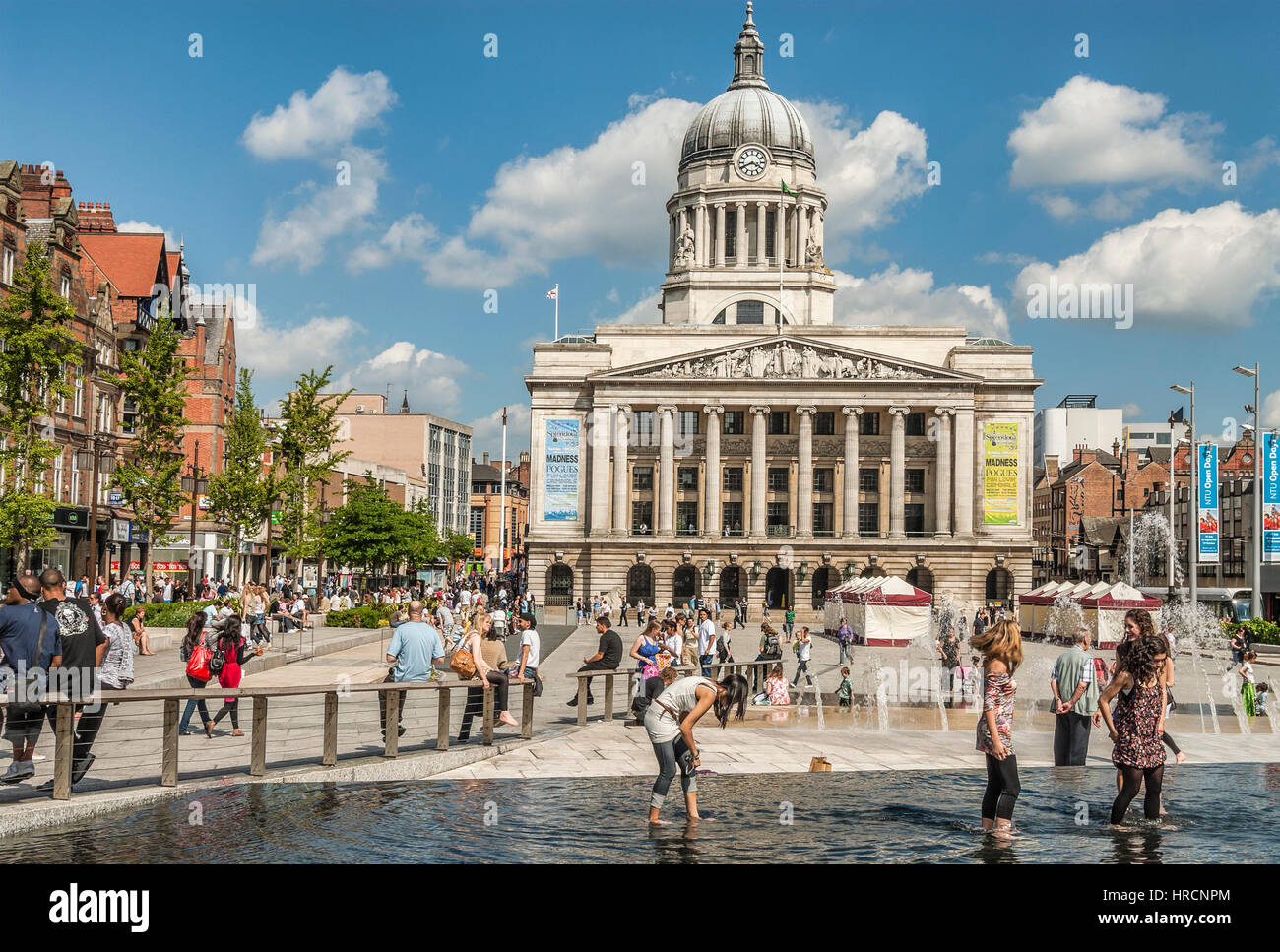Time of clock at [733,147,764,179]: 3:40
